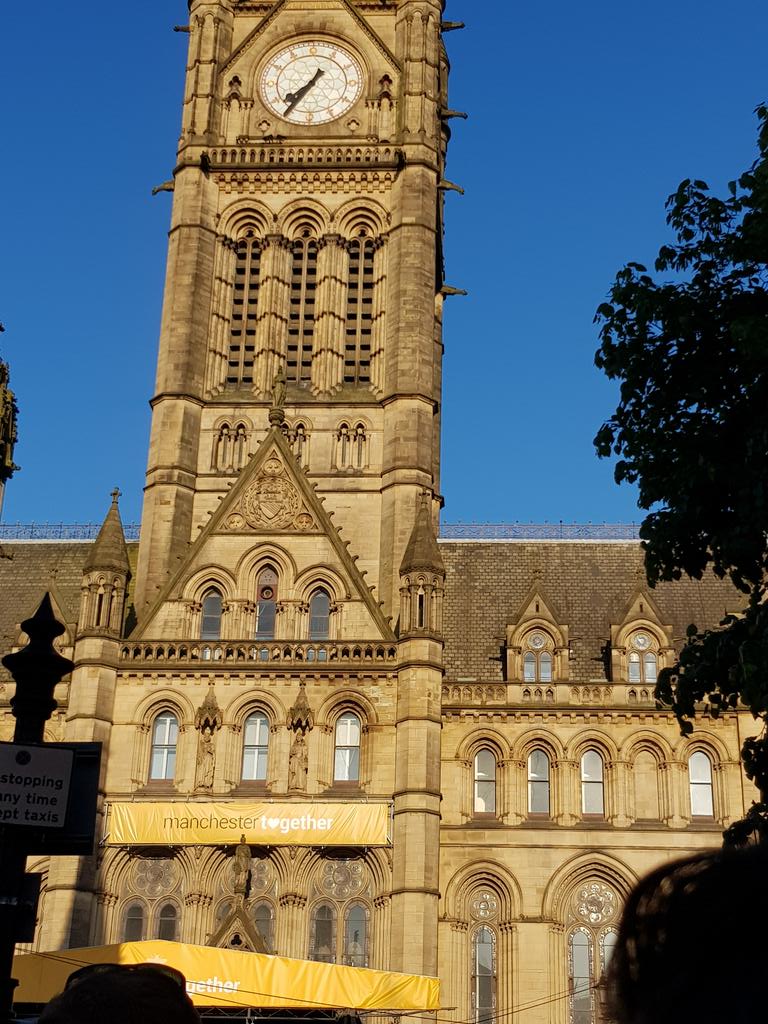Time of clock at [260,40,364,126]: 7:35
